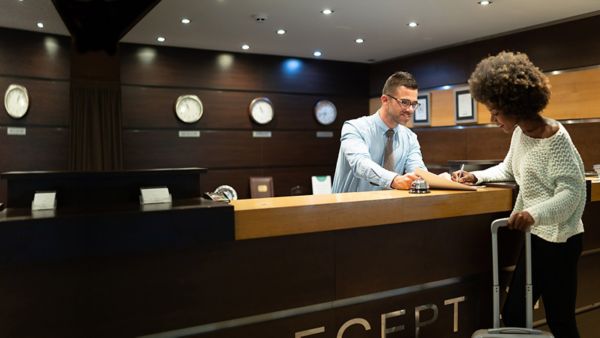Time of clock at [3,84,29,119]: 12:28
